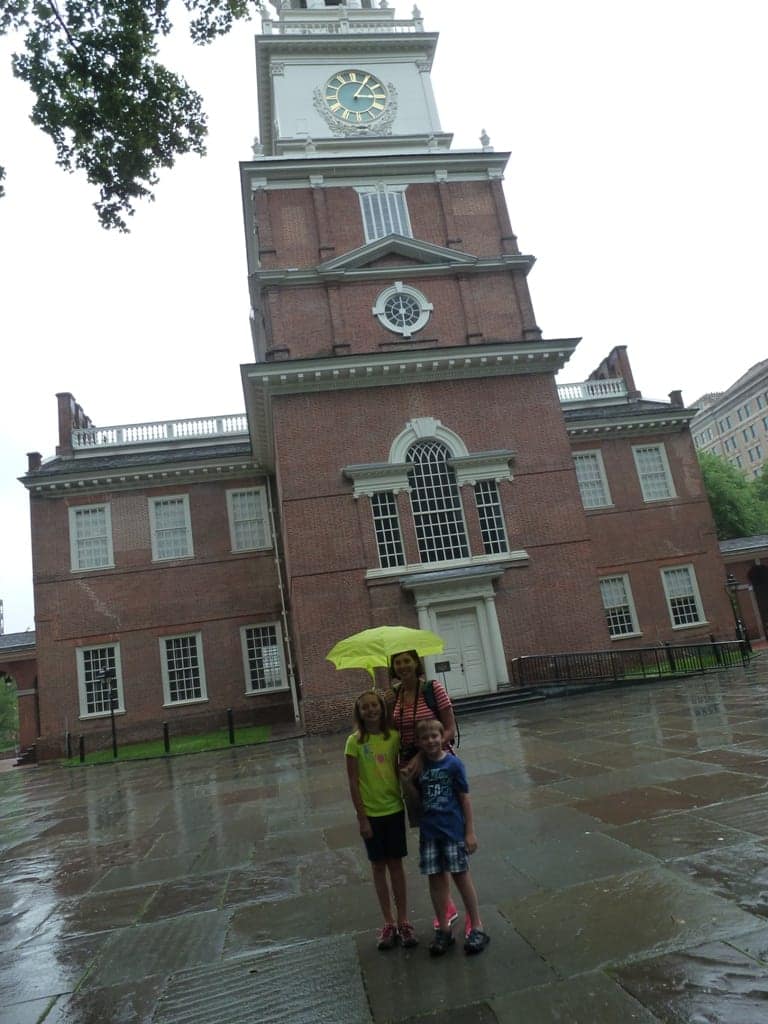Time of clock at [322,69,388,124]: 3:04
